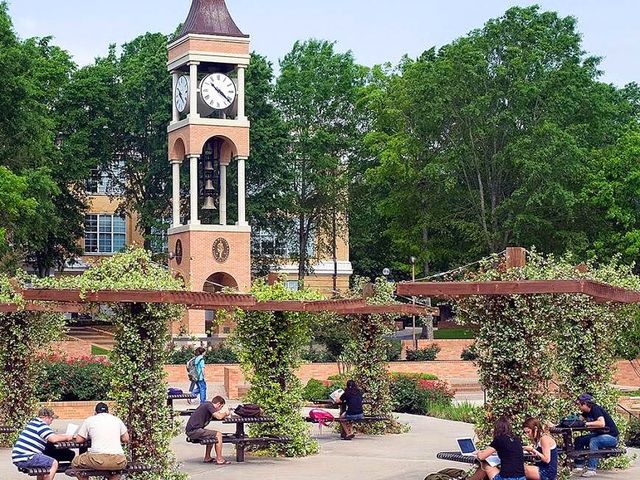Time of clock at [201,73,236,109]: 10:21
